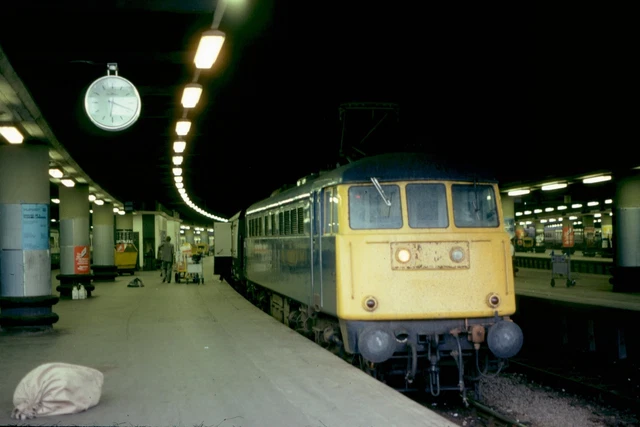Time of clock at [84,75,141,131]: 6:18
